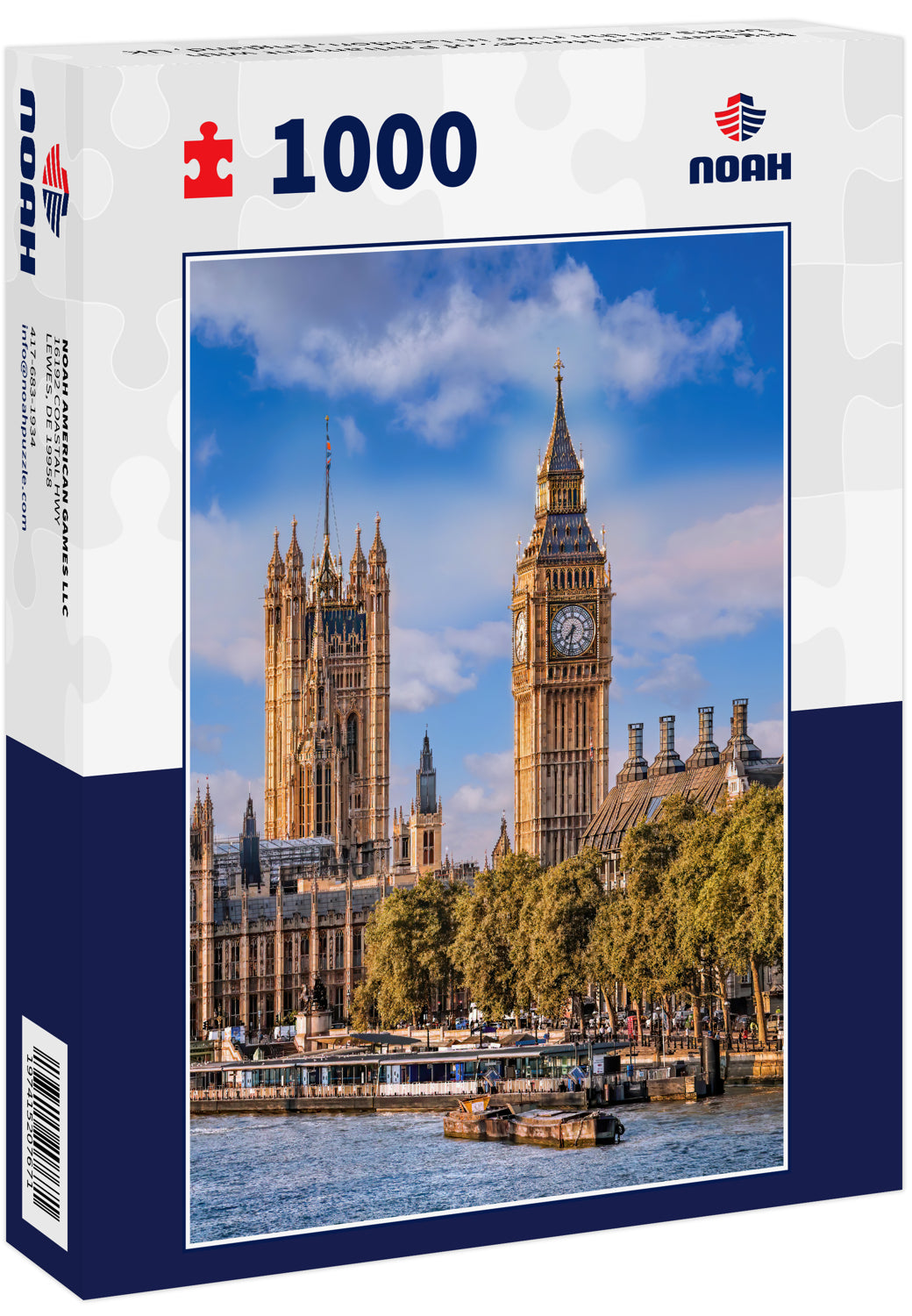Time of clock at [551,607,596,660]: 7:32
